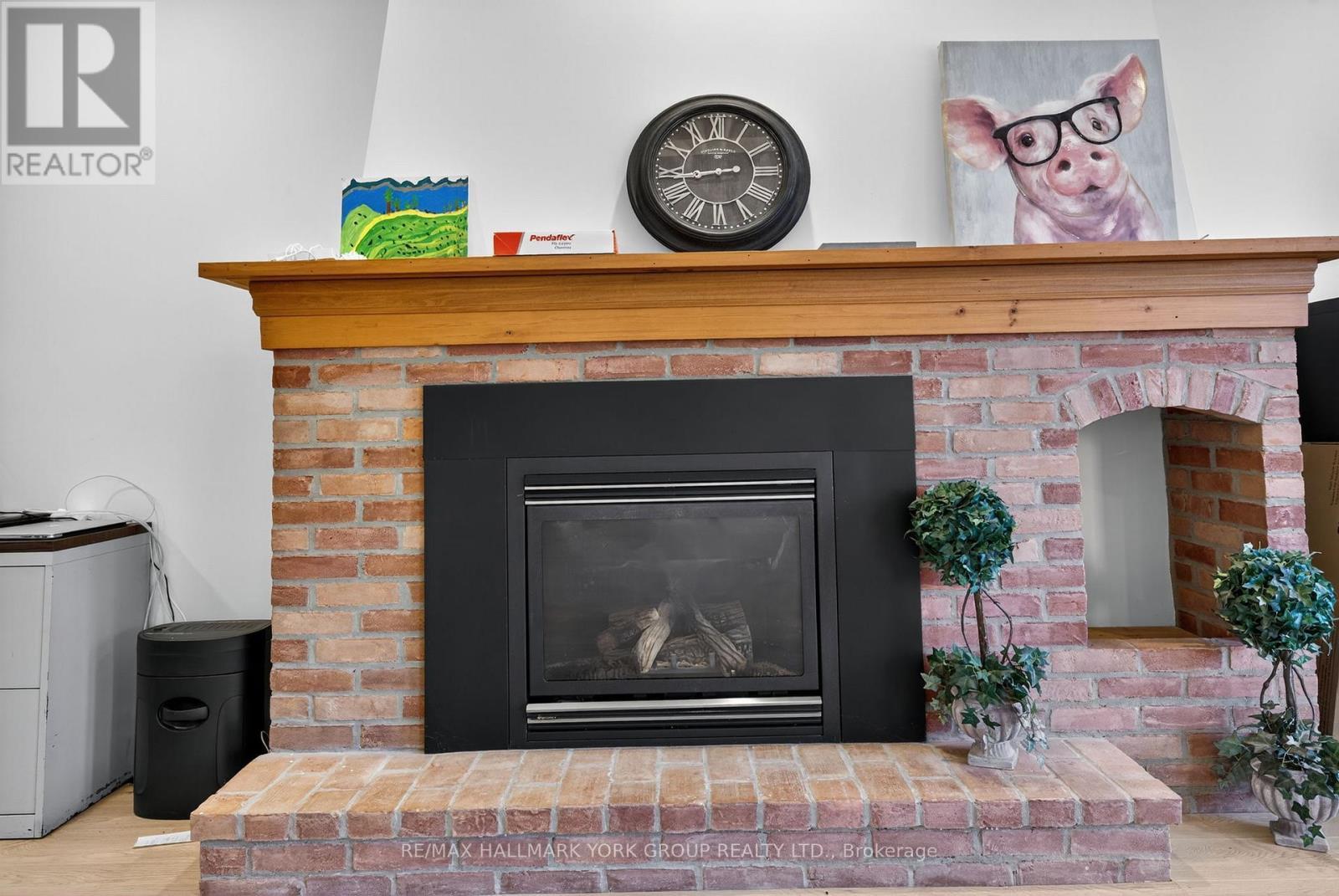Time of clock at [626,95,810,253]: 8:43
